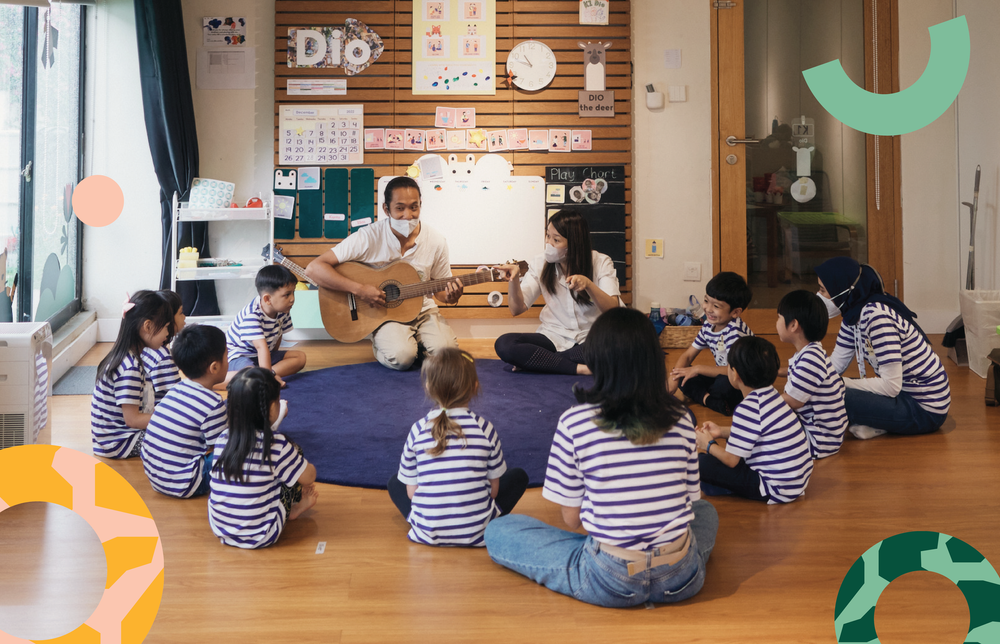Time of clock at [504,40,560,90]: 10:48
